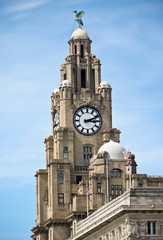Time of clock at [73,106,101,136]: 3:11
